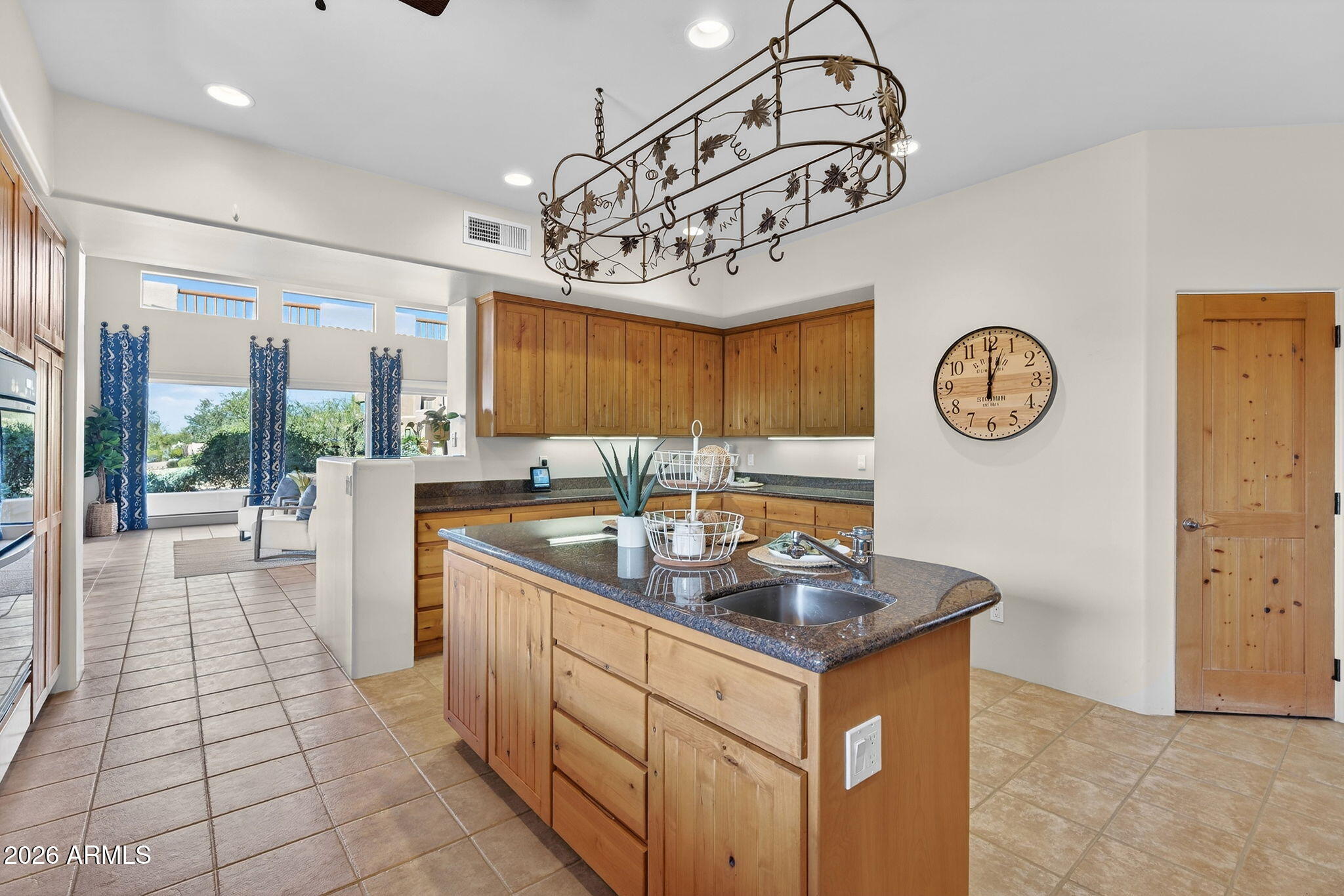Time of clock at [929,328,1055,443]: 1:00
